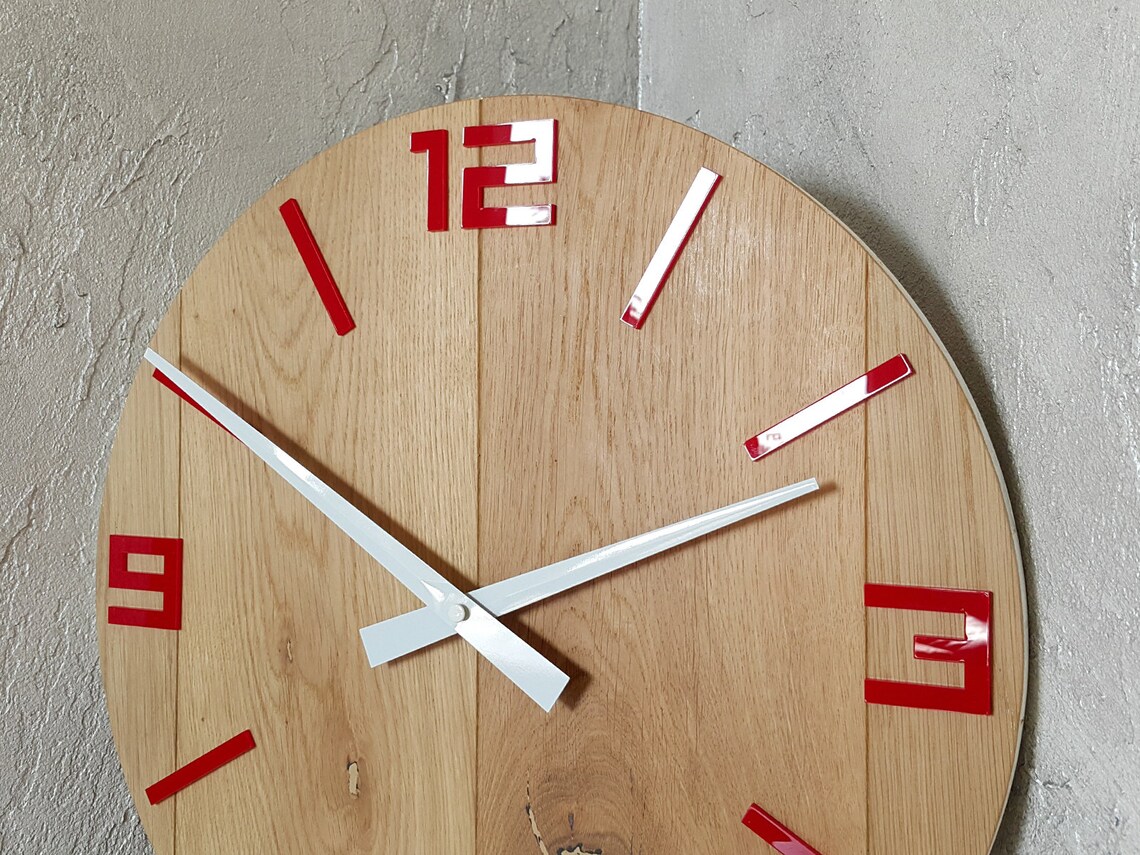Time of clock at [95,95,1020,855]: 10:11
